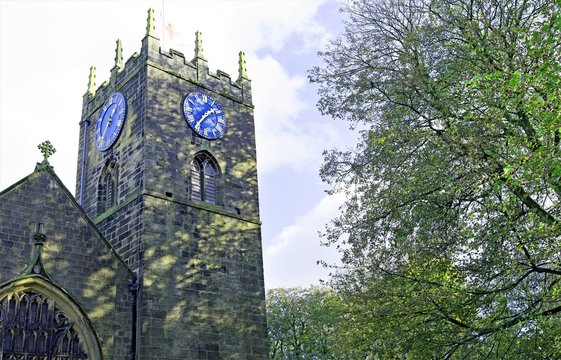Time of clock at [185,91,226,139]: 1:36
